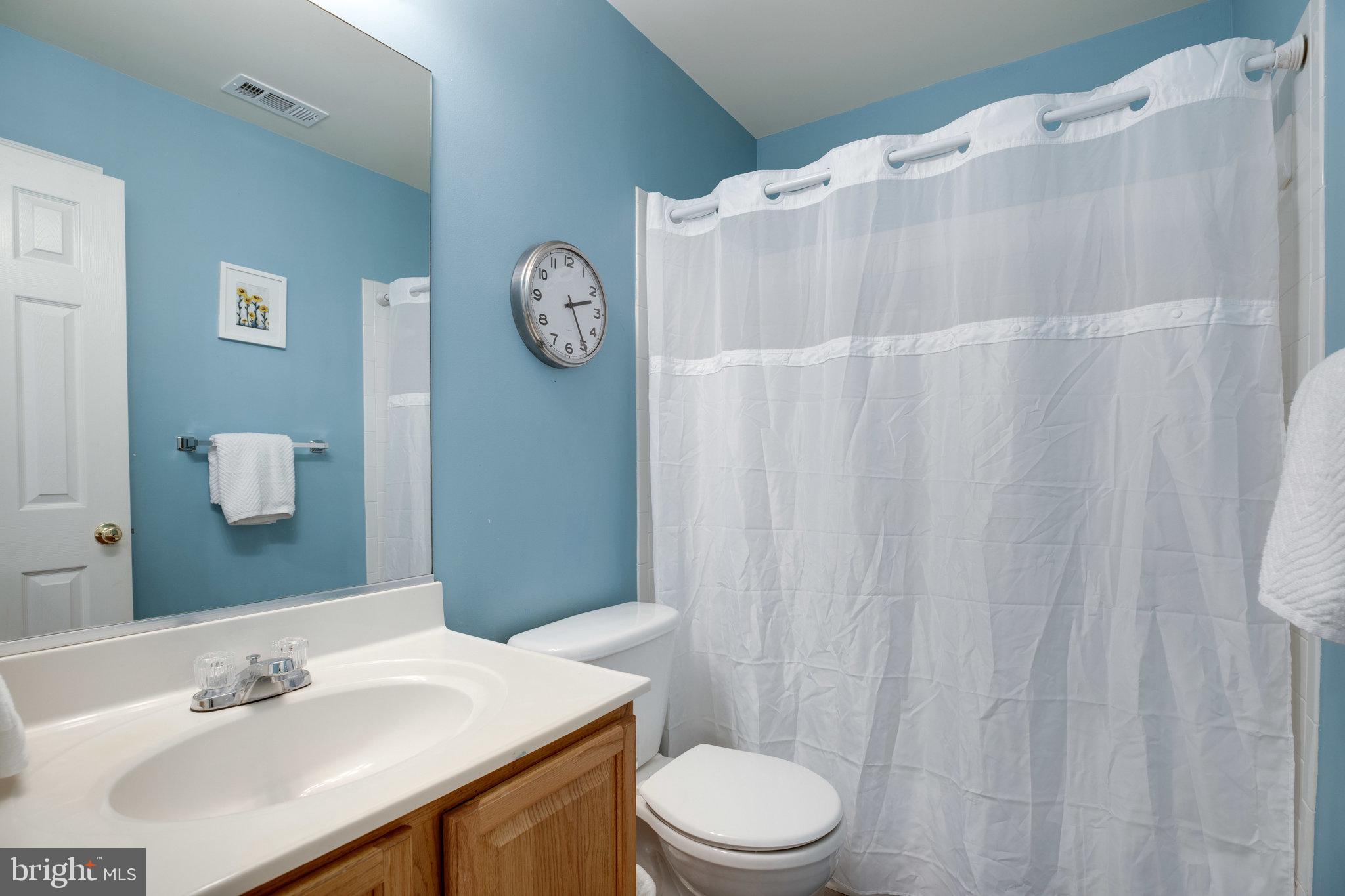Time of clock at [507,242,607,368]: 2:24
